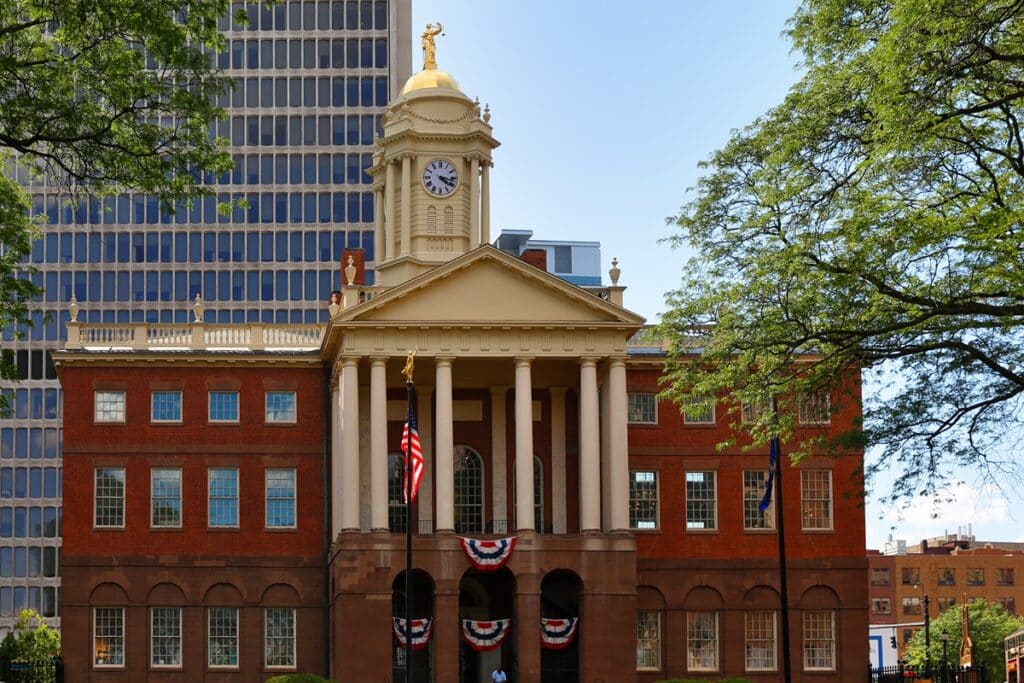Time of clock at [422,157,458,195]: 4:17
